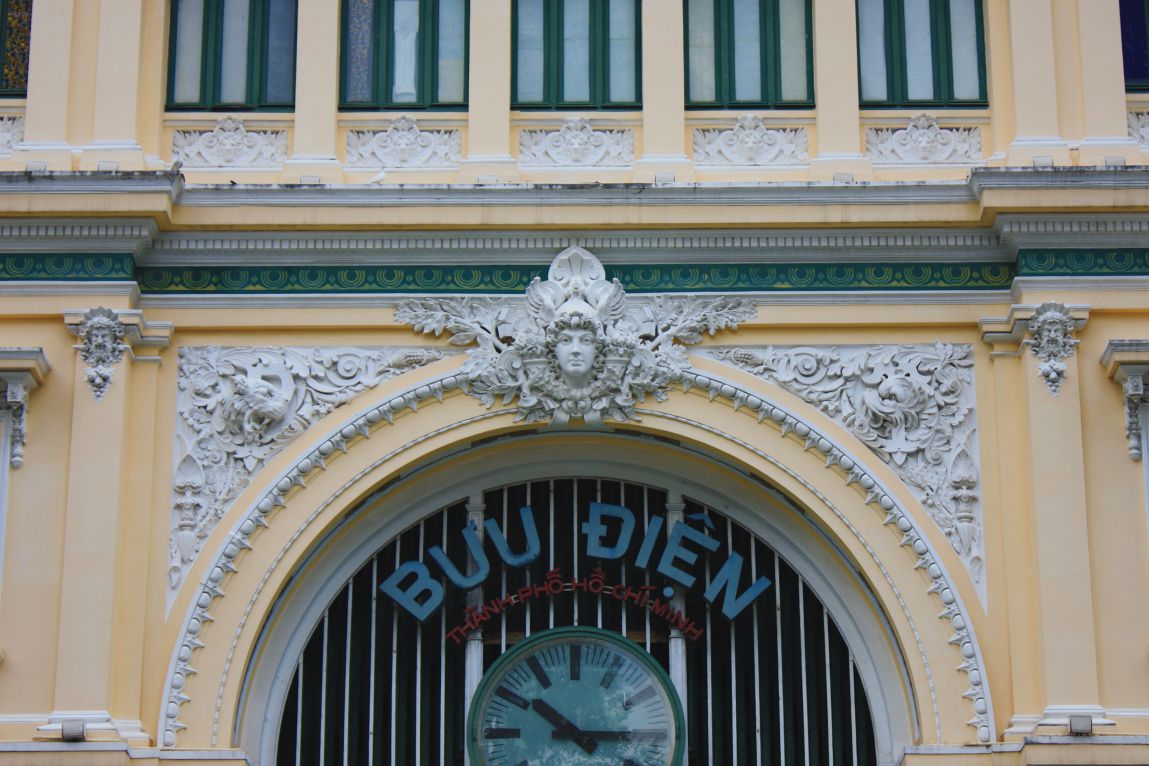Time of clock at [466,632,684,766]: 10:15
